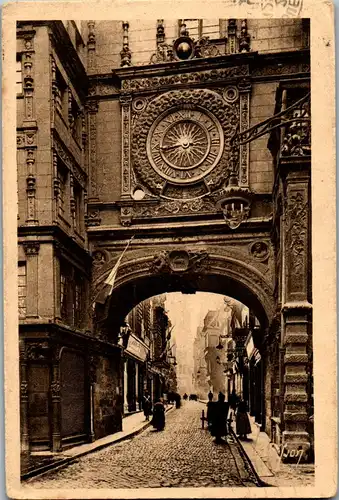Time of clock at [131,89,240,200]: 8:43
